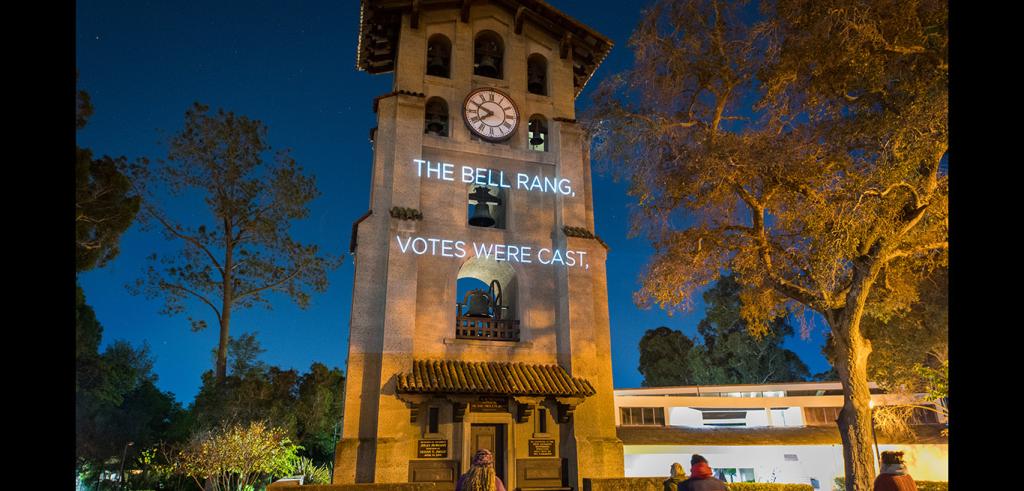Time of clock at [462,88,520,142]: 7:49
